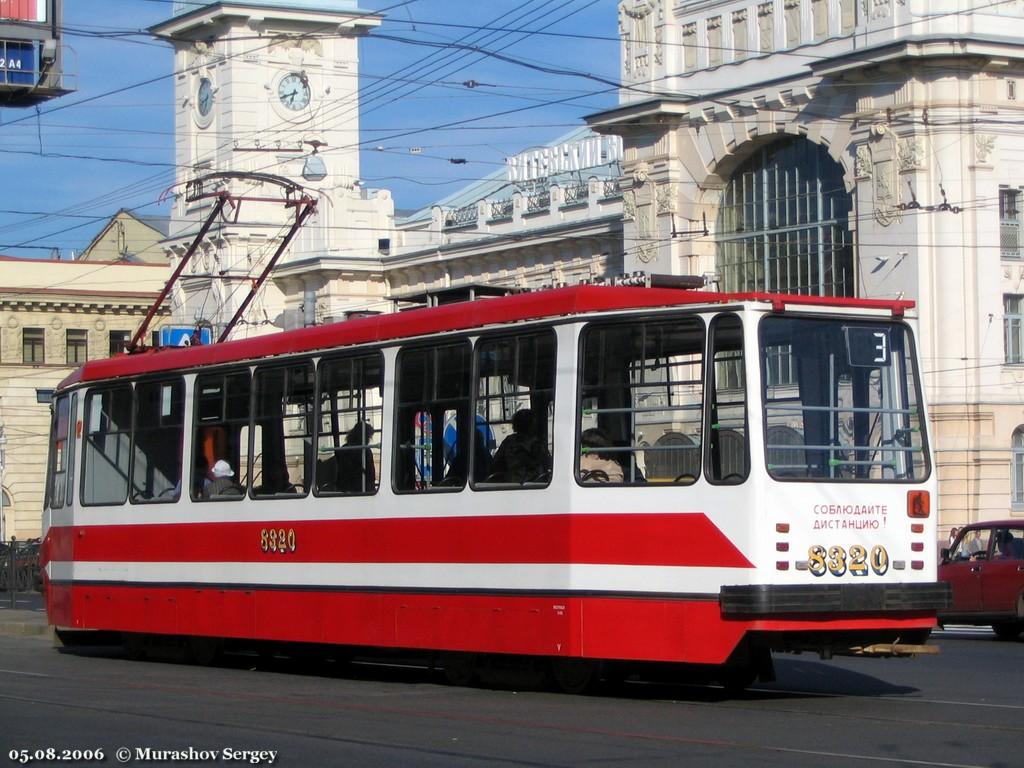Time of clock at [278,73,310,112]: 6:41
